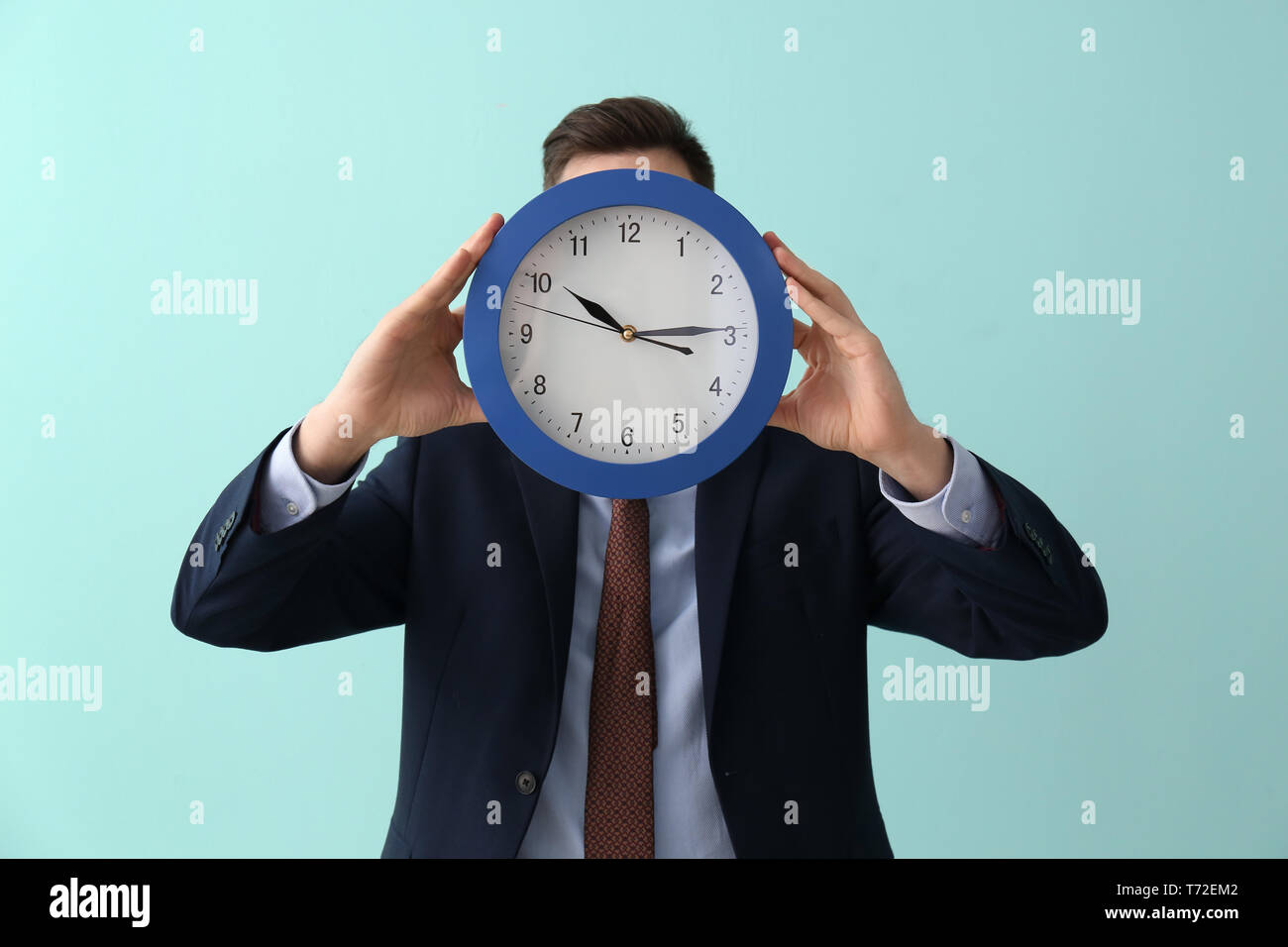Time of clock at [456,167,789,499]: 10:14
